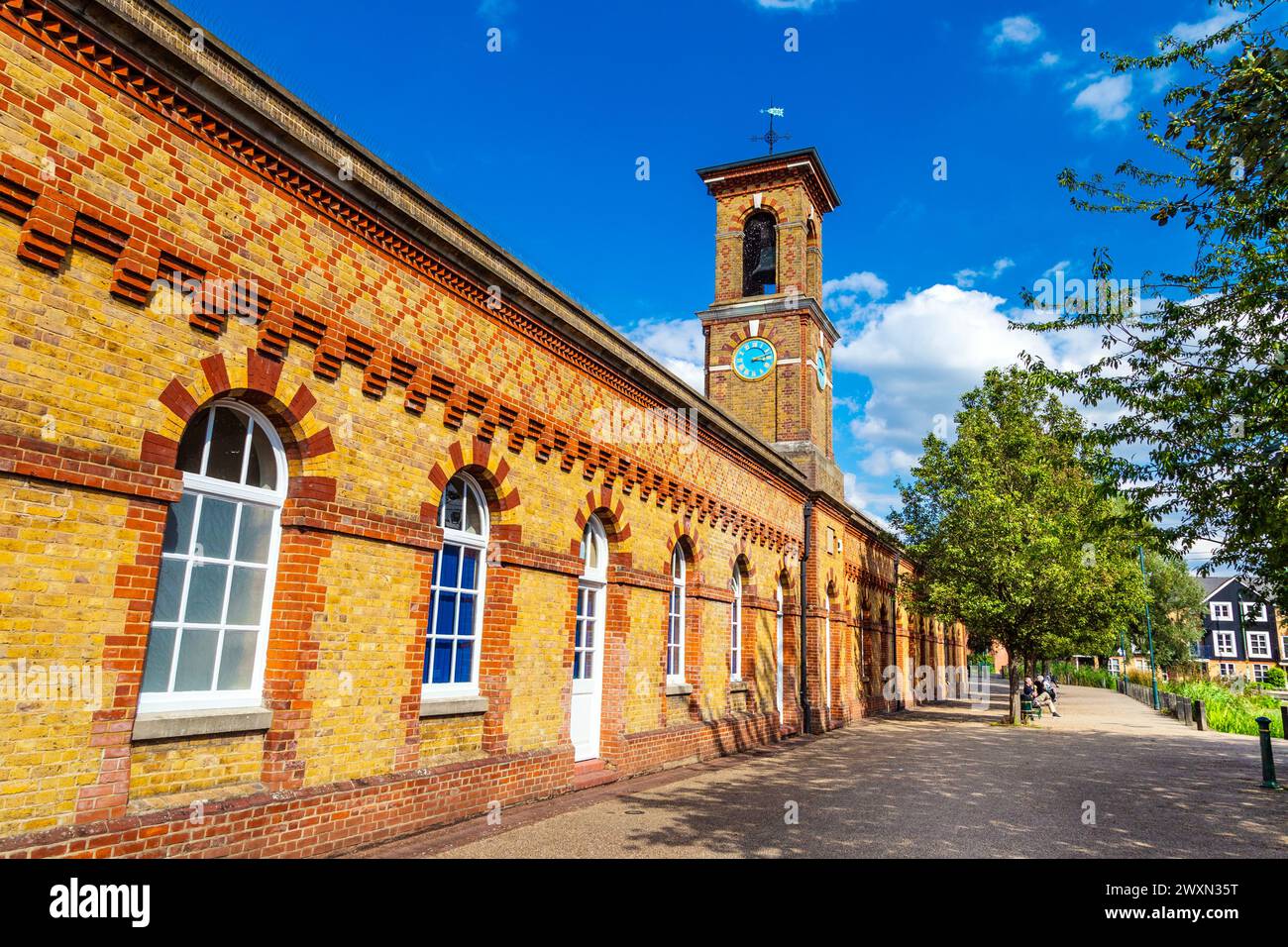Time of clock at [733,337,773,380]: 3:12
